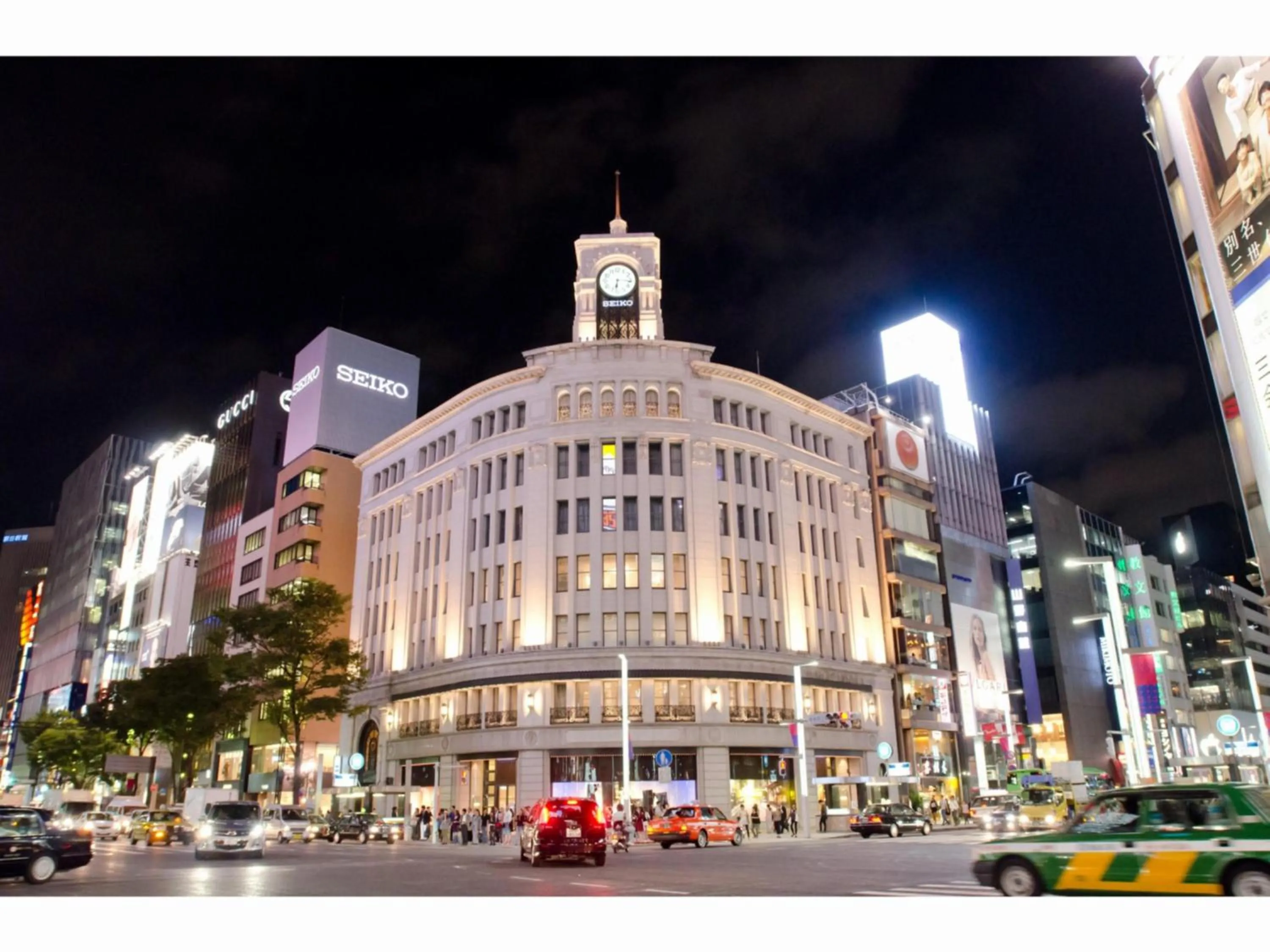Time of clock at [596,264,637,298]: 6:15
